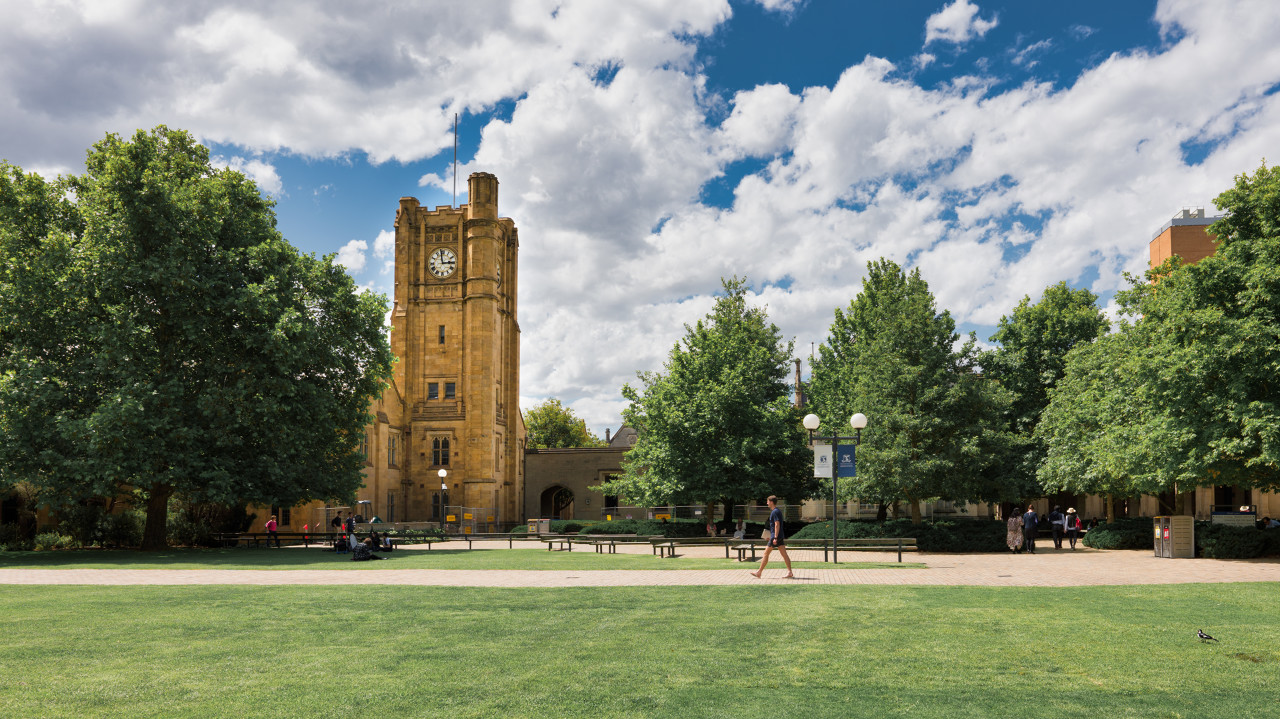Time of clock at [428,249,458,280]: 2:58
